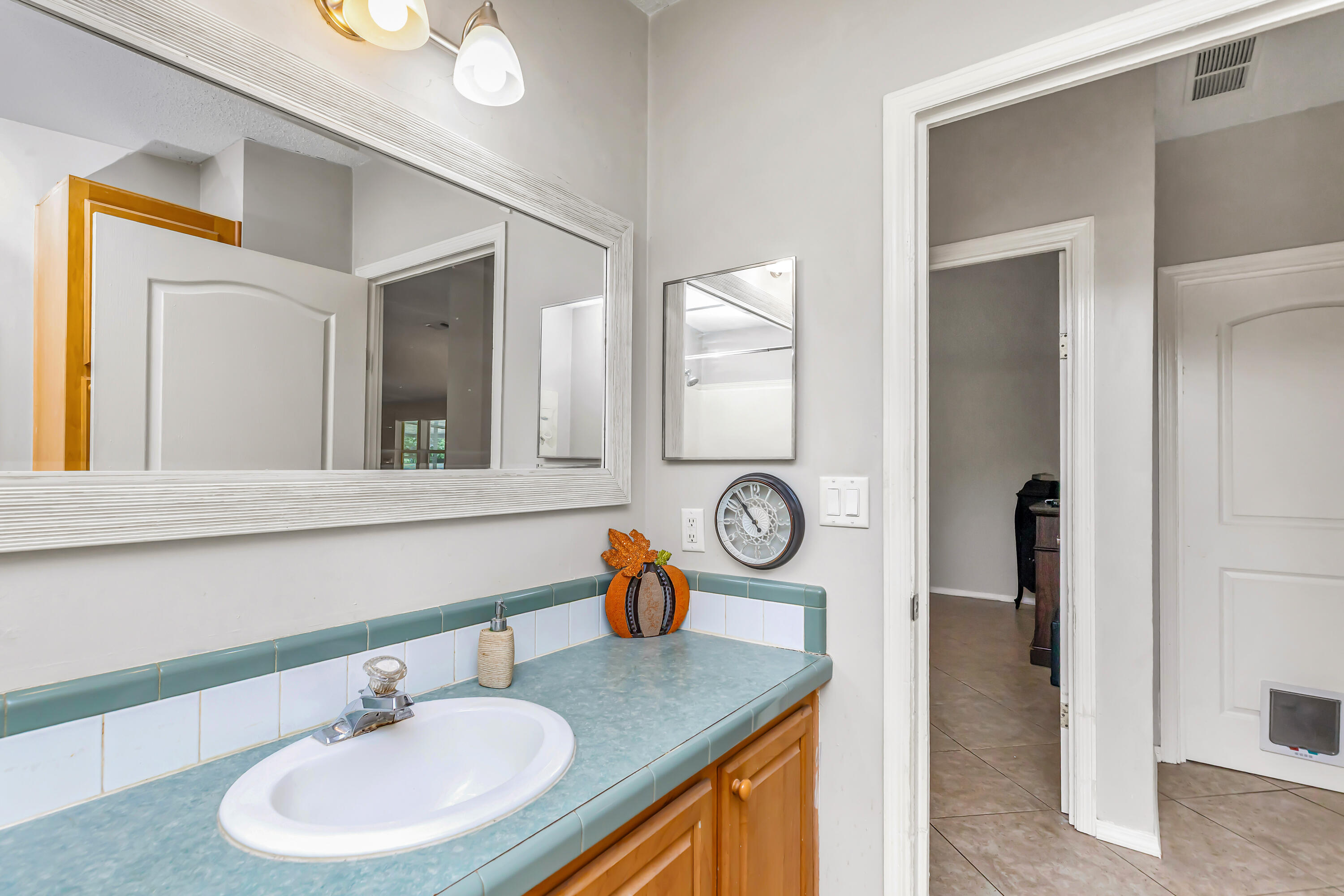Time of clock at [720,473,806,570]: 10:53
